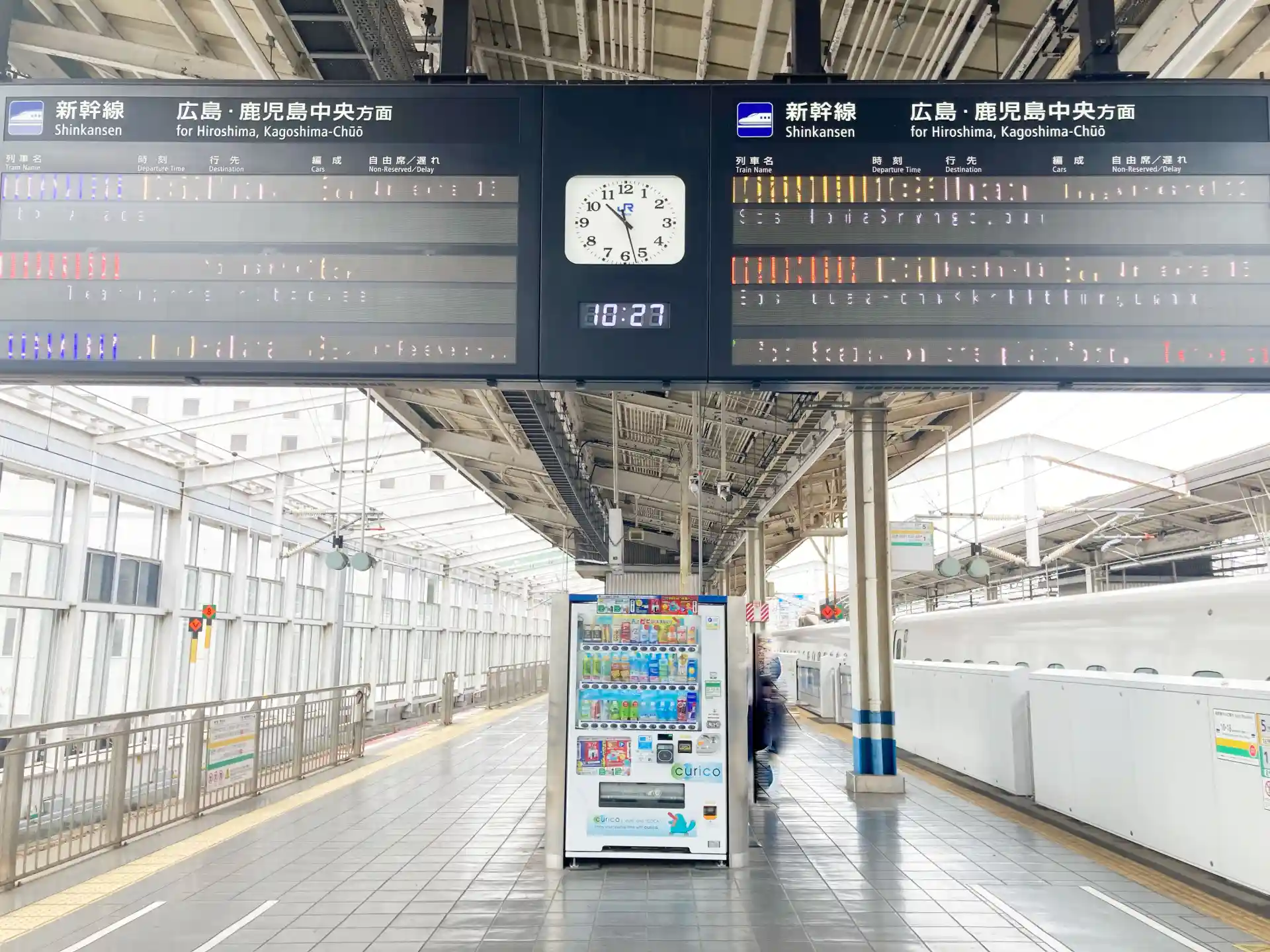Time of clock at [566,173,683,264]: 10:27
